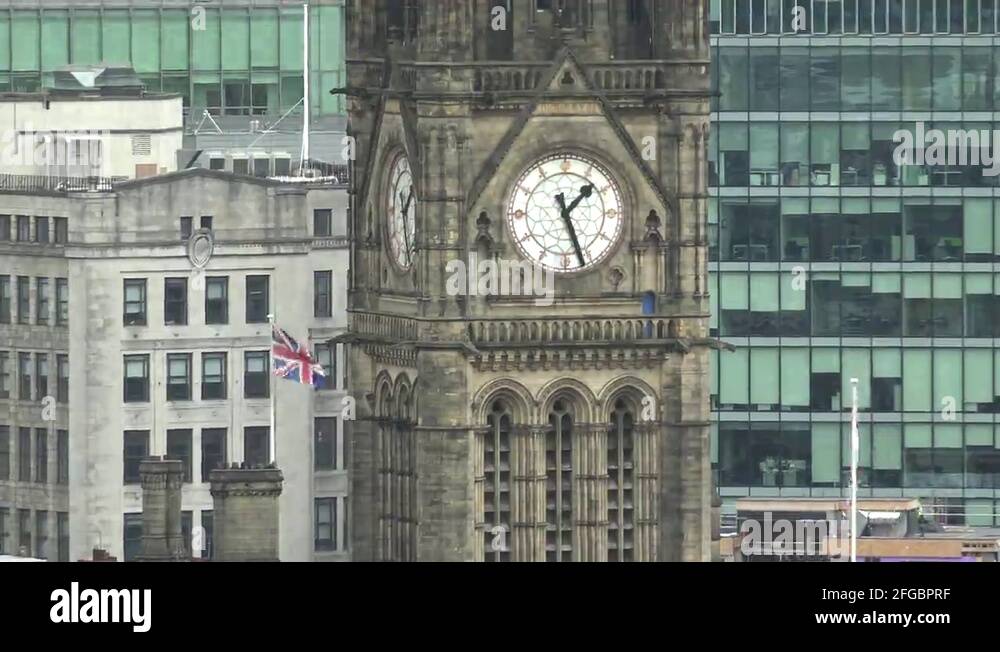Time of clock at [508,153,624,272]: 1:26
